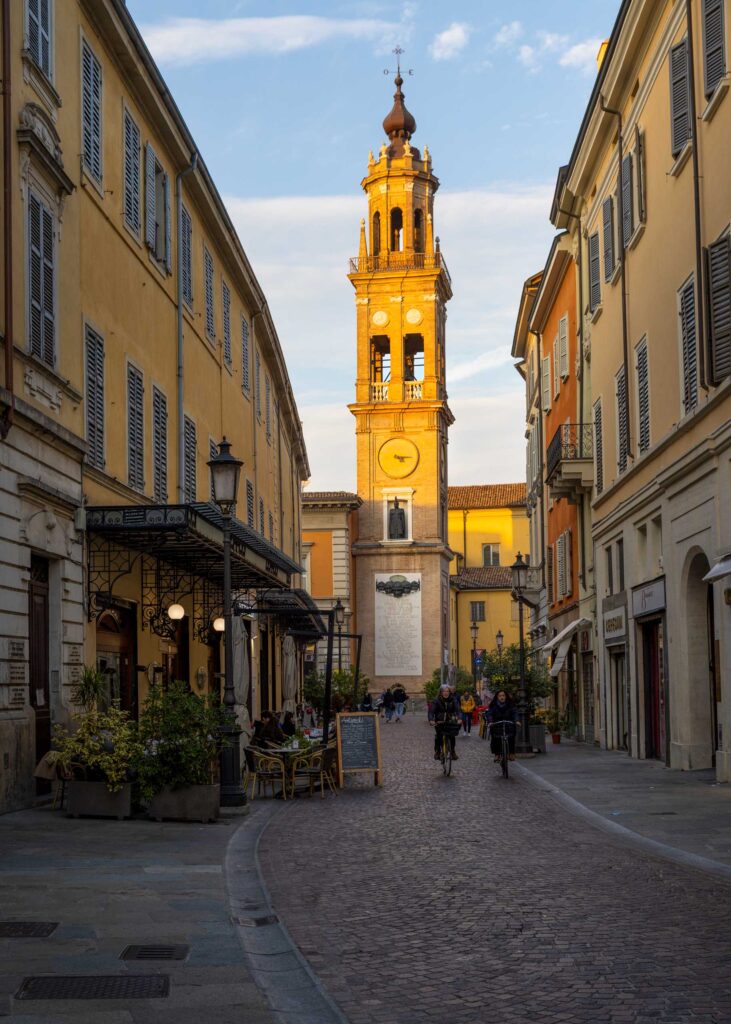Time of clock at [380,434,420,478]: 4:14
